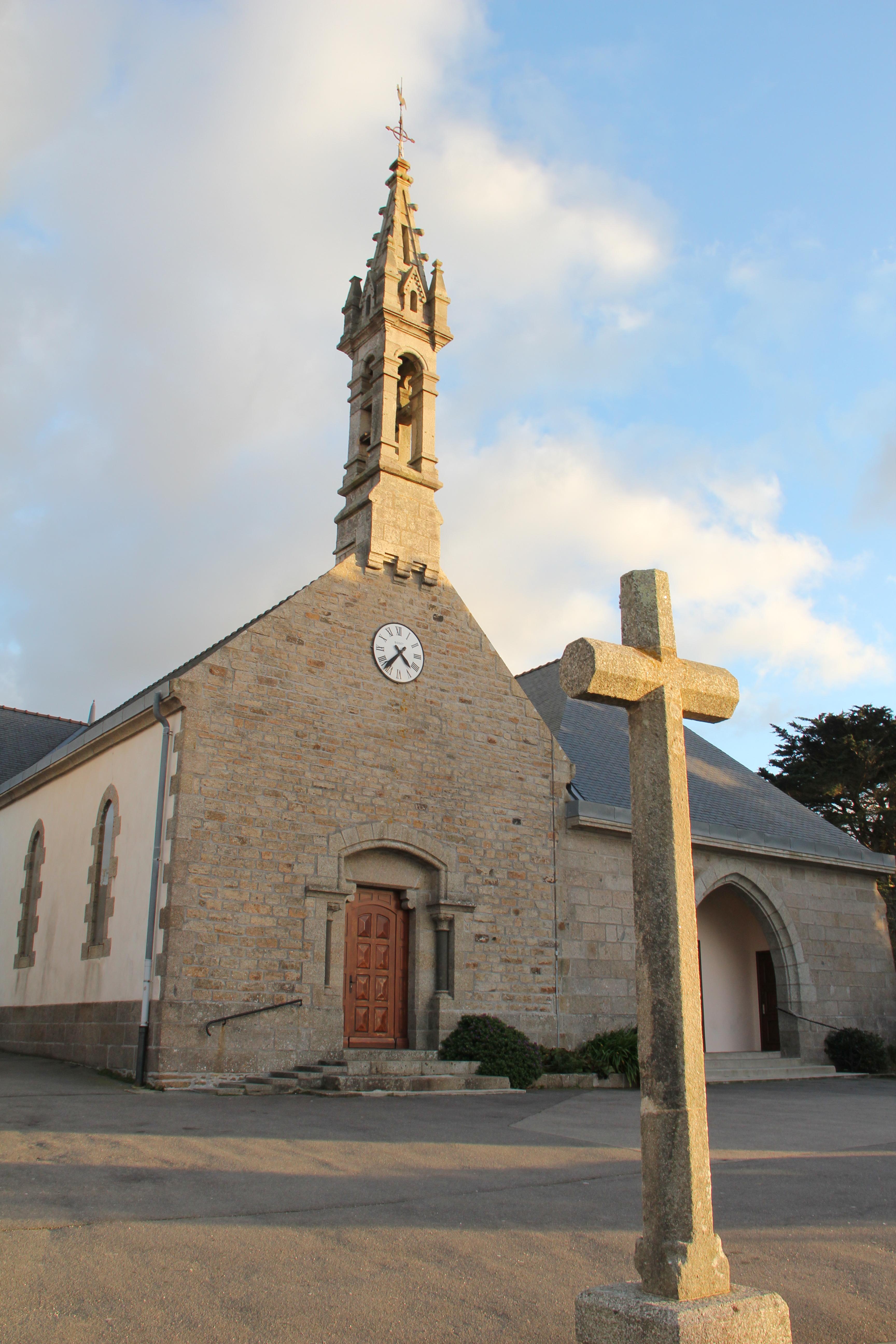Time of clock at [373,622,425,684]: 4:36
